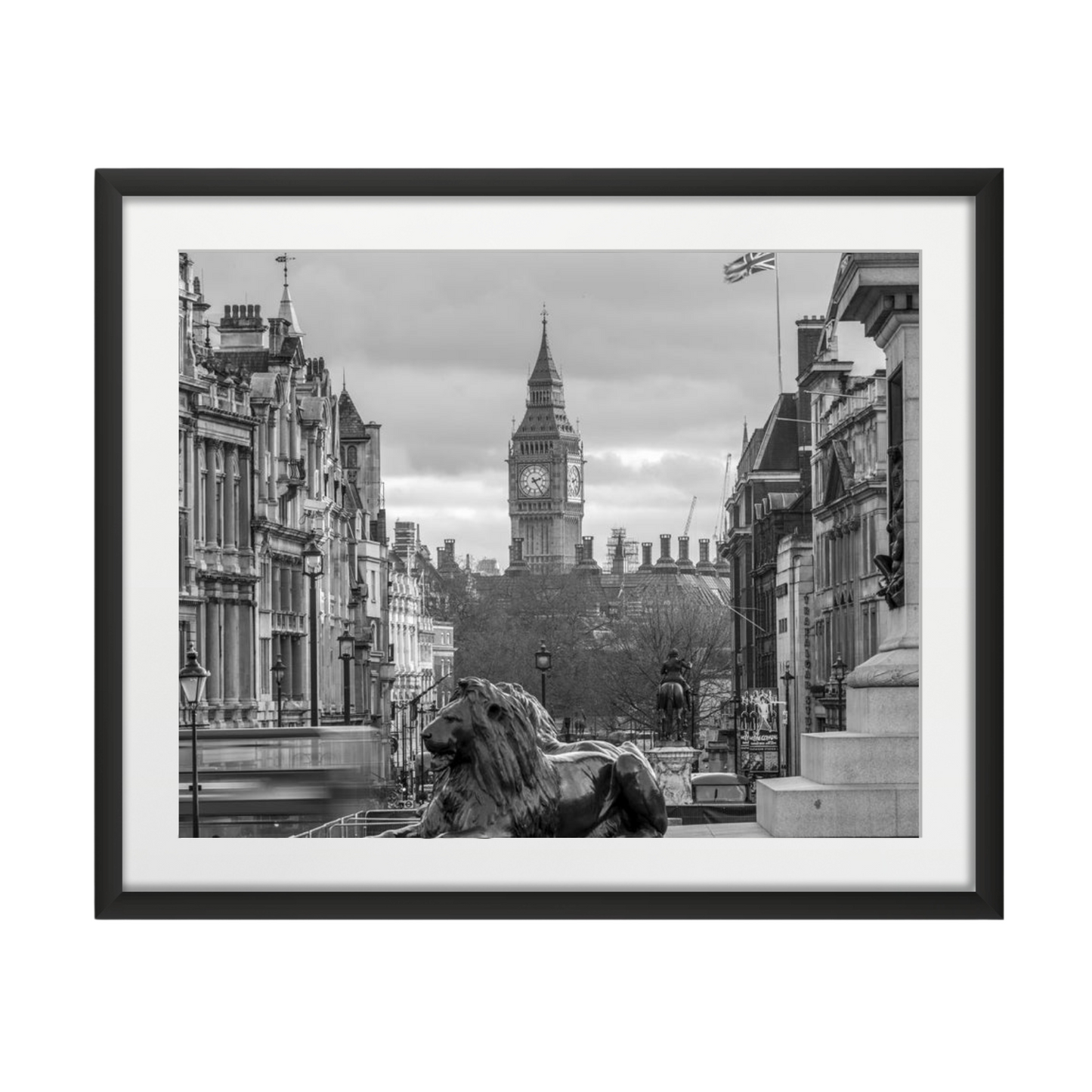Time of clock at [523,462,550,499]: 2:24
